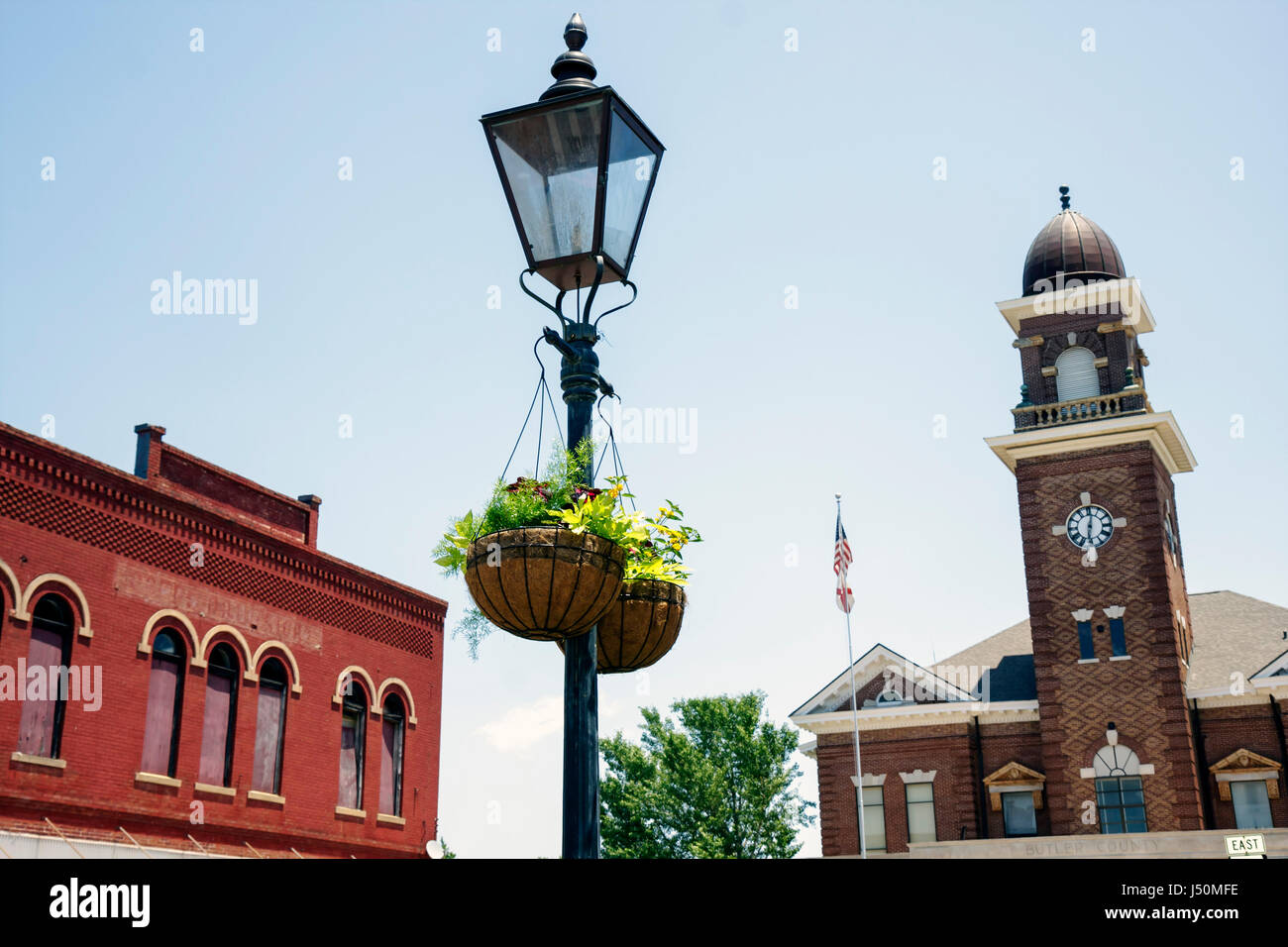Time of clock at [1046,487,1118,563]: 6:01
